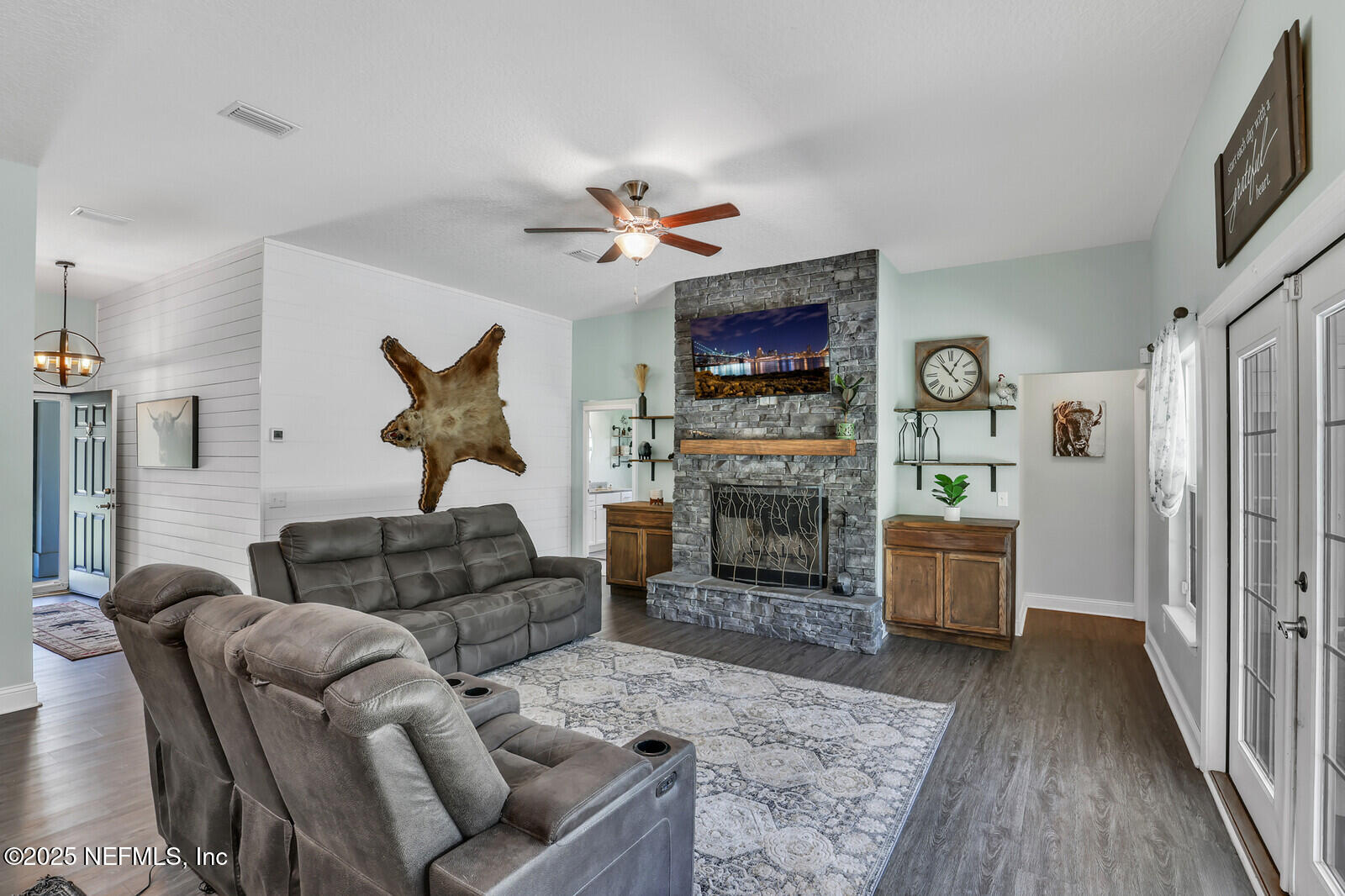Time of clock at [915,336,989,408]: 12:53
